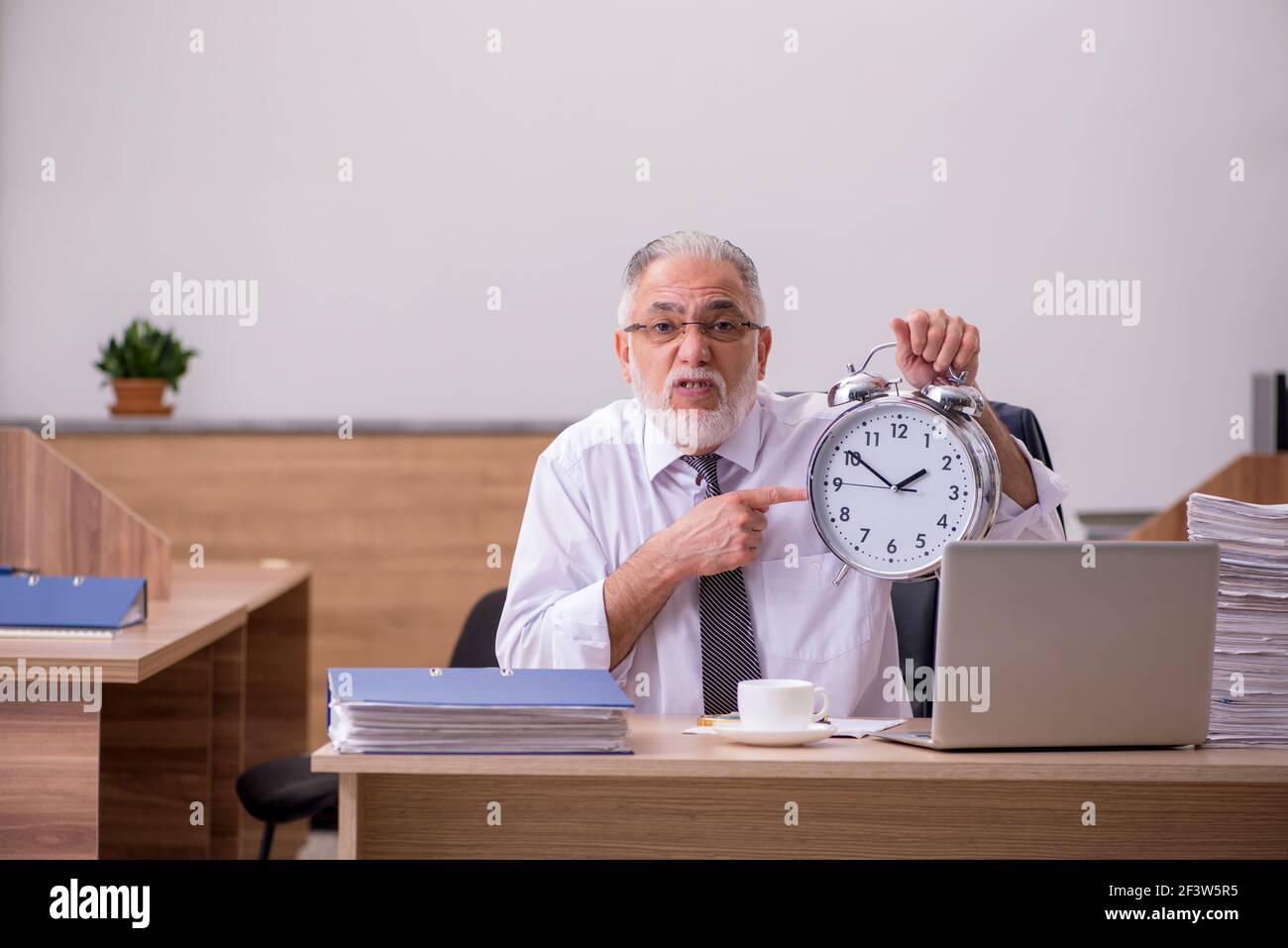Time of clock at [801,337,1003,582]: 1:50
